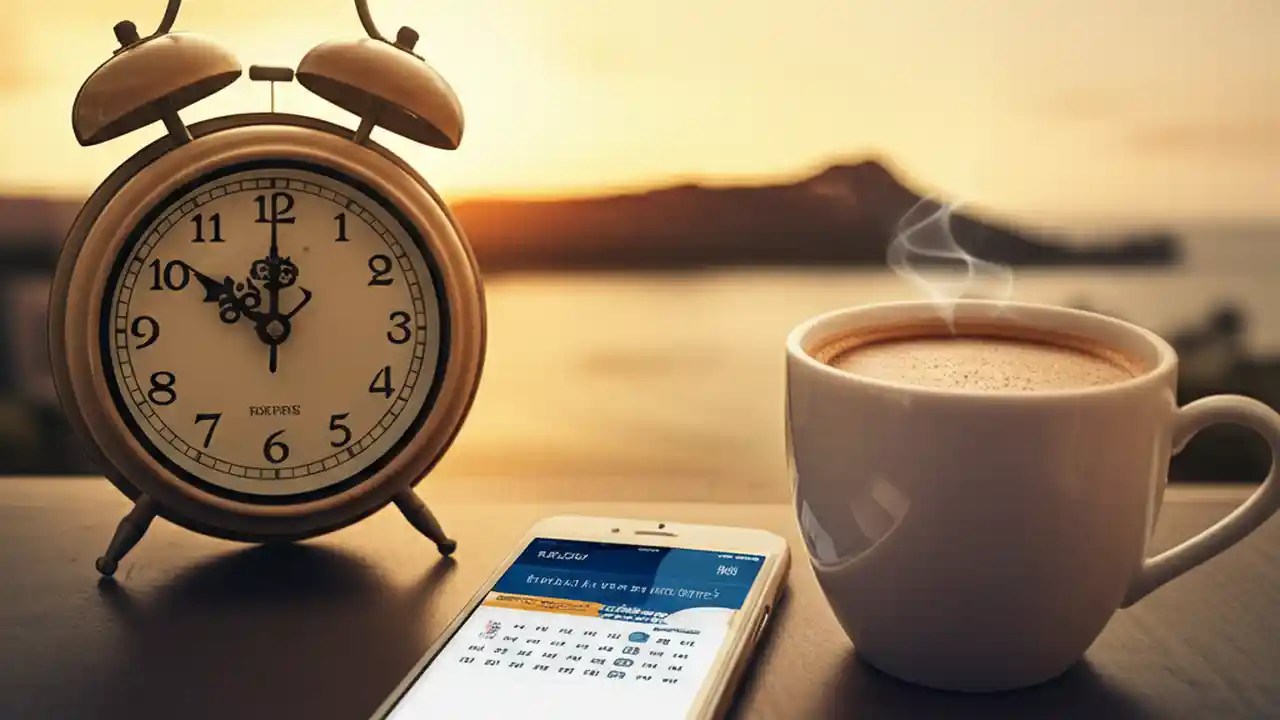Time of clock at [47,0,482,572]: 10:00
